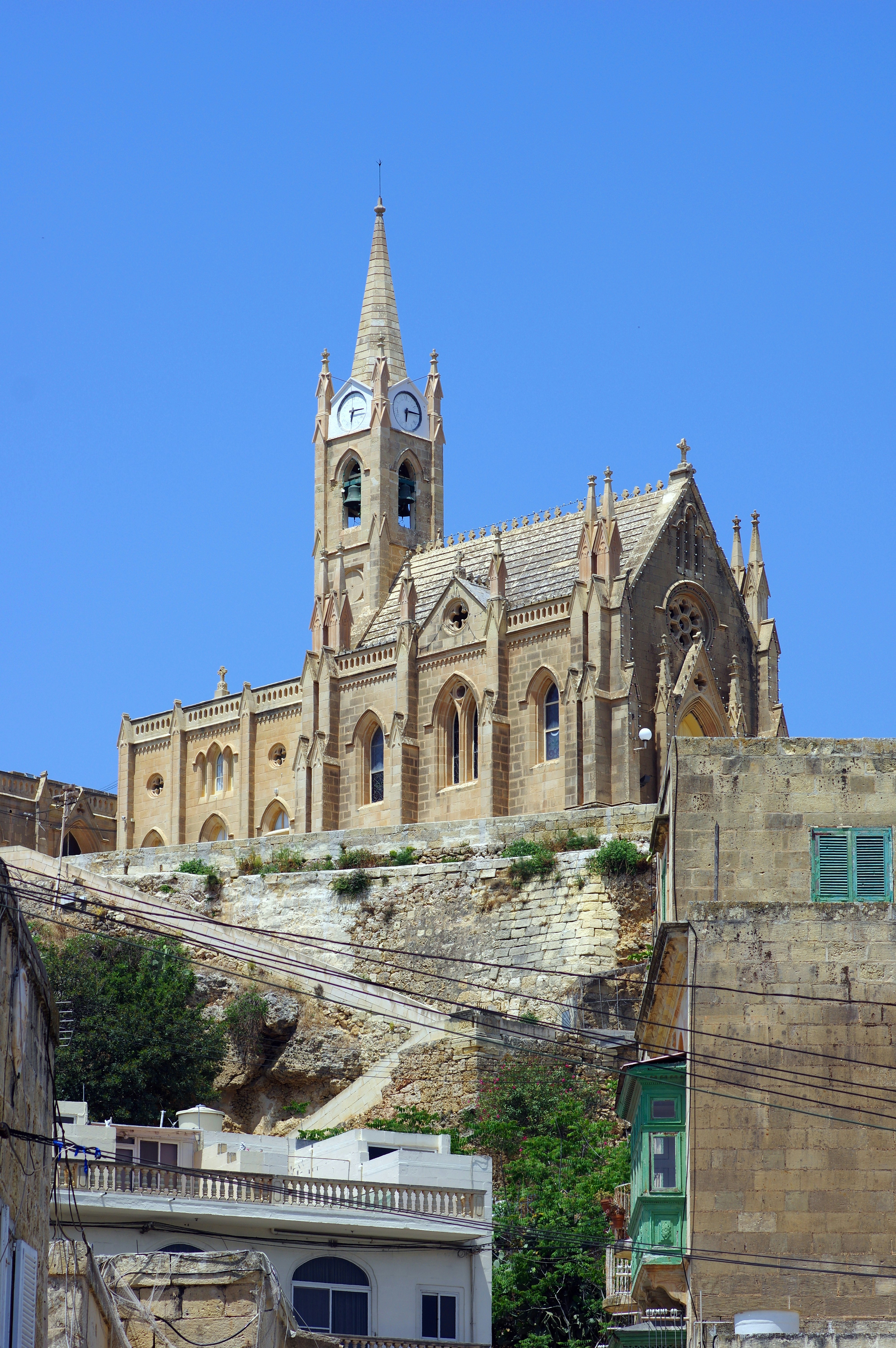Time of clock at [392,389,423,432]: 6:14
